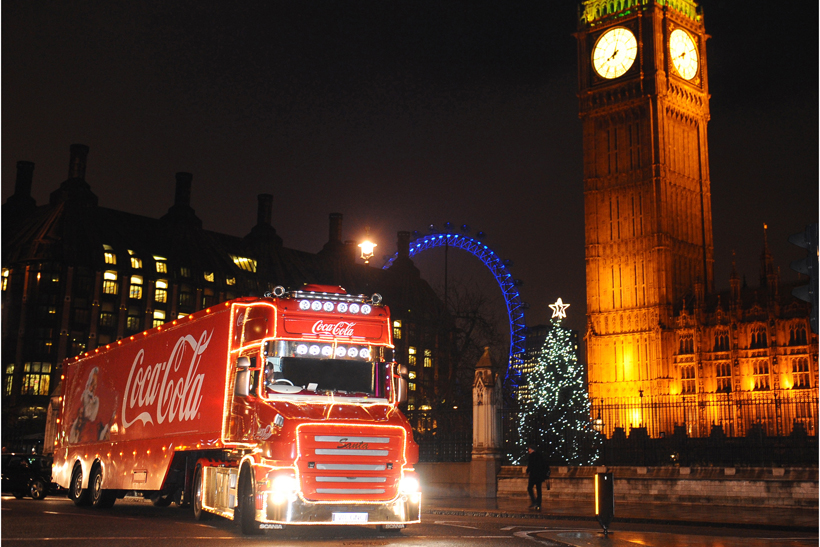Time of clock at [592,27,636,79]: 8:02
